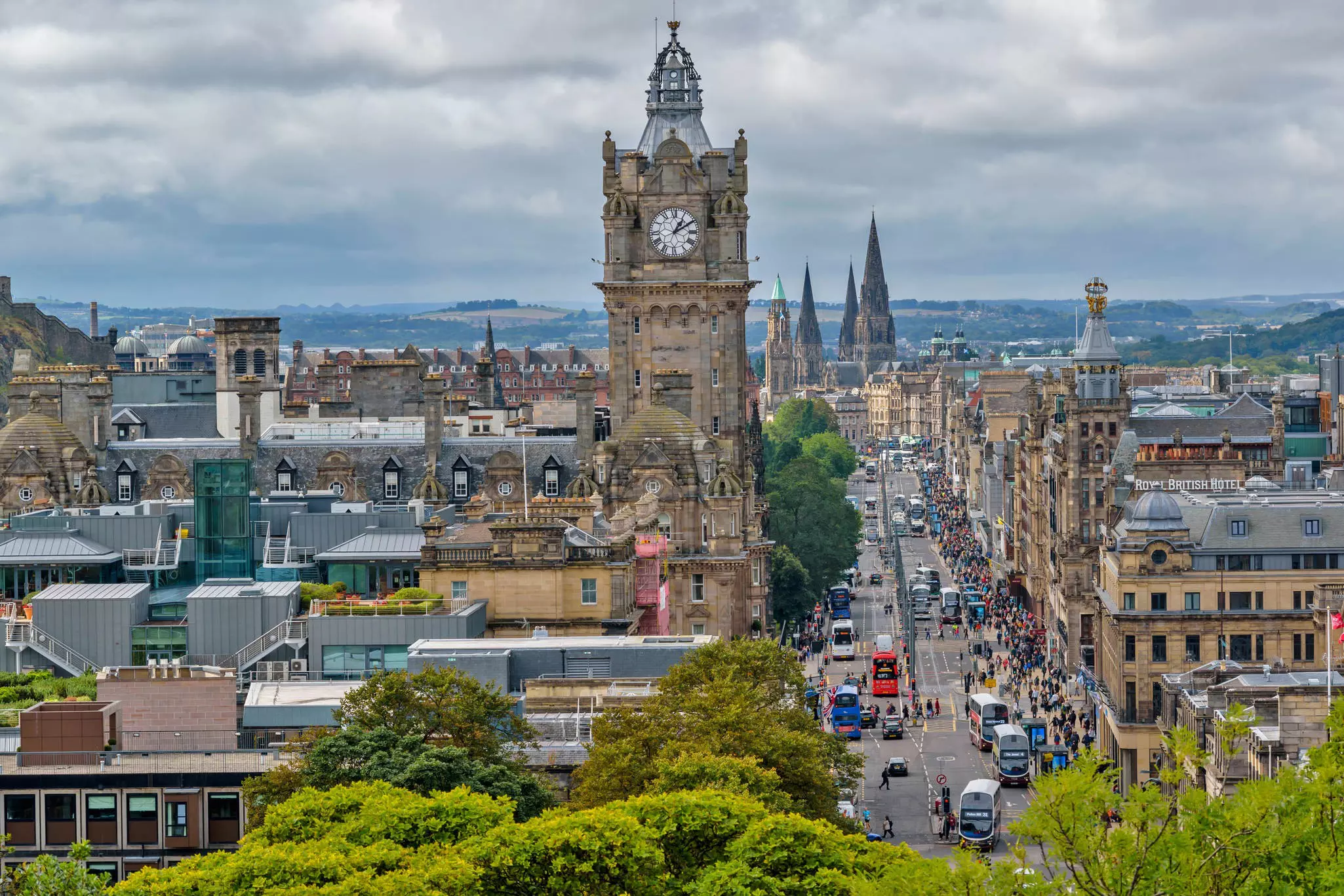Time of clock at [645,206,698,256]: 1:09
